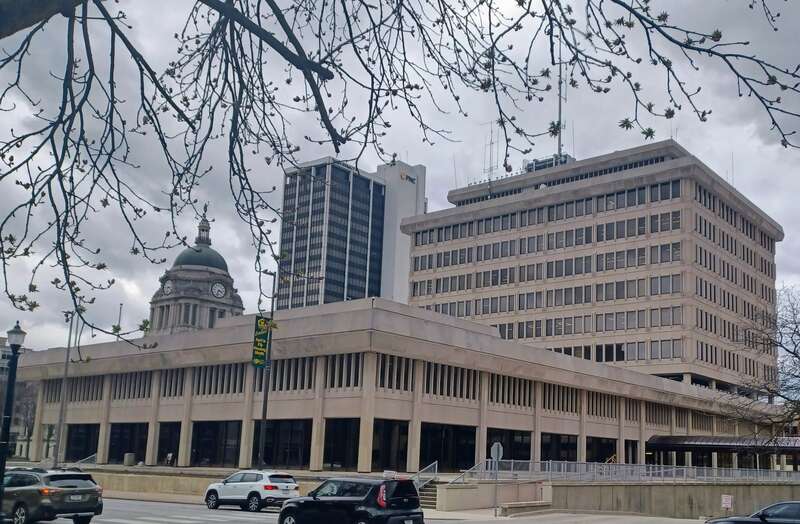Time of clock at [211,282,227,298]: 3:32
